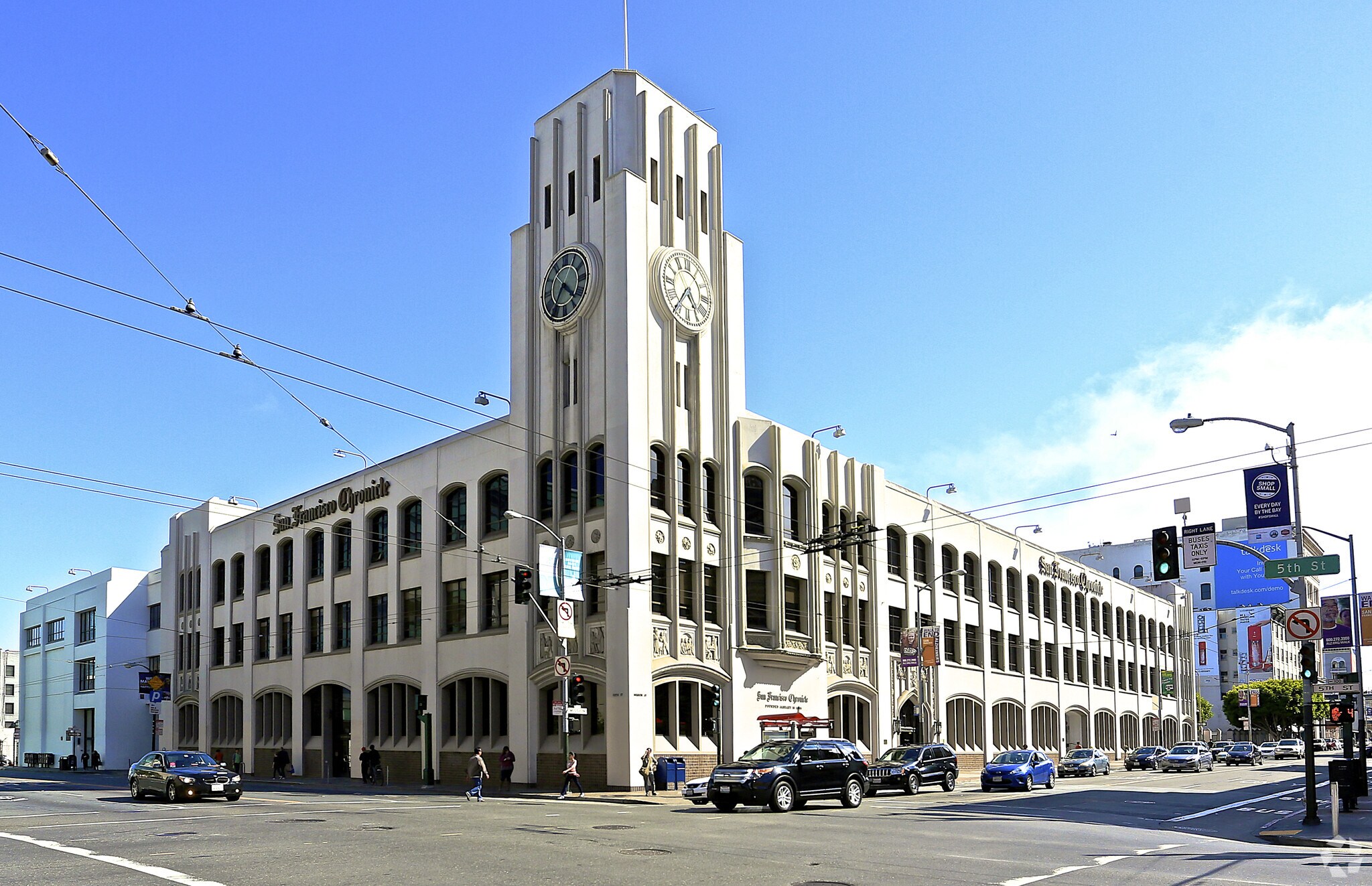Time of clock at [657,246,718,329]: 4:35
